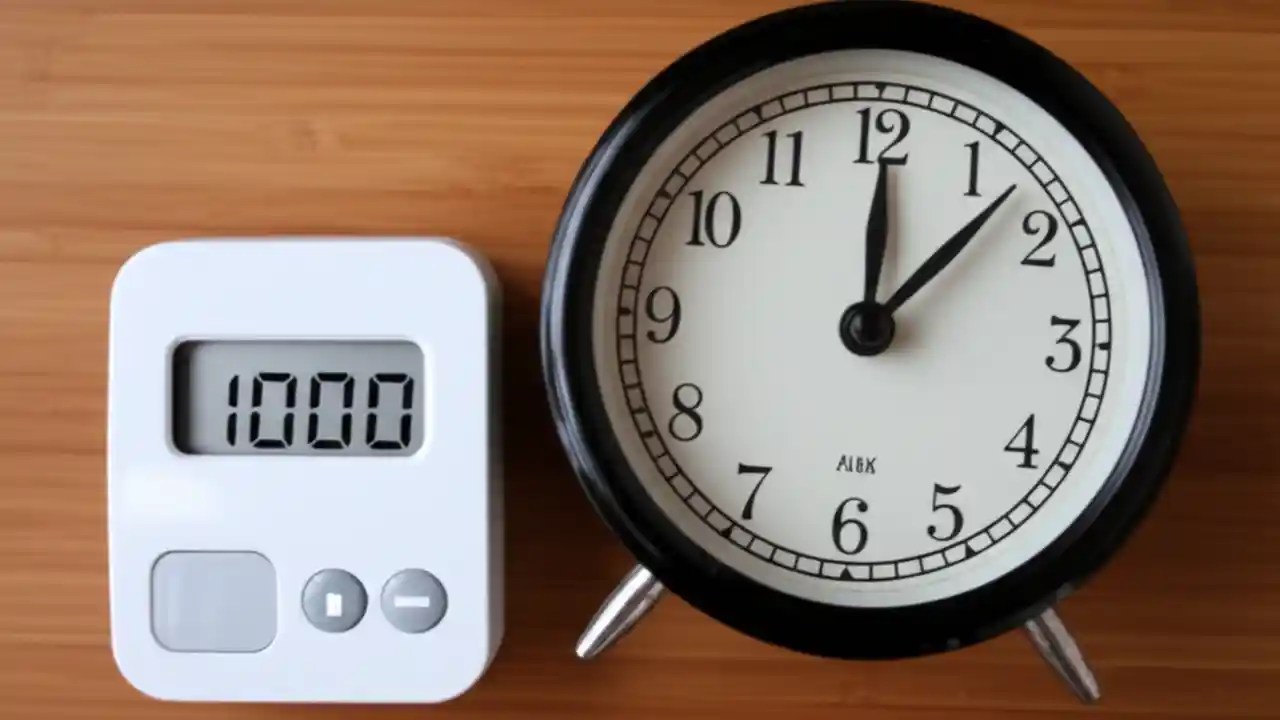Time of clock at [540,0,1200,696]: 12:07
